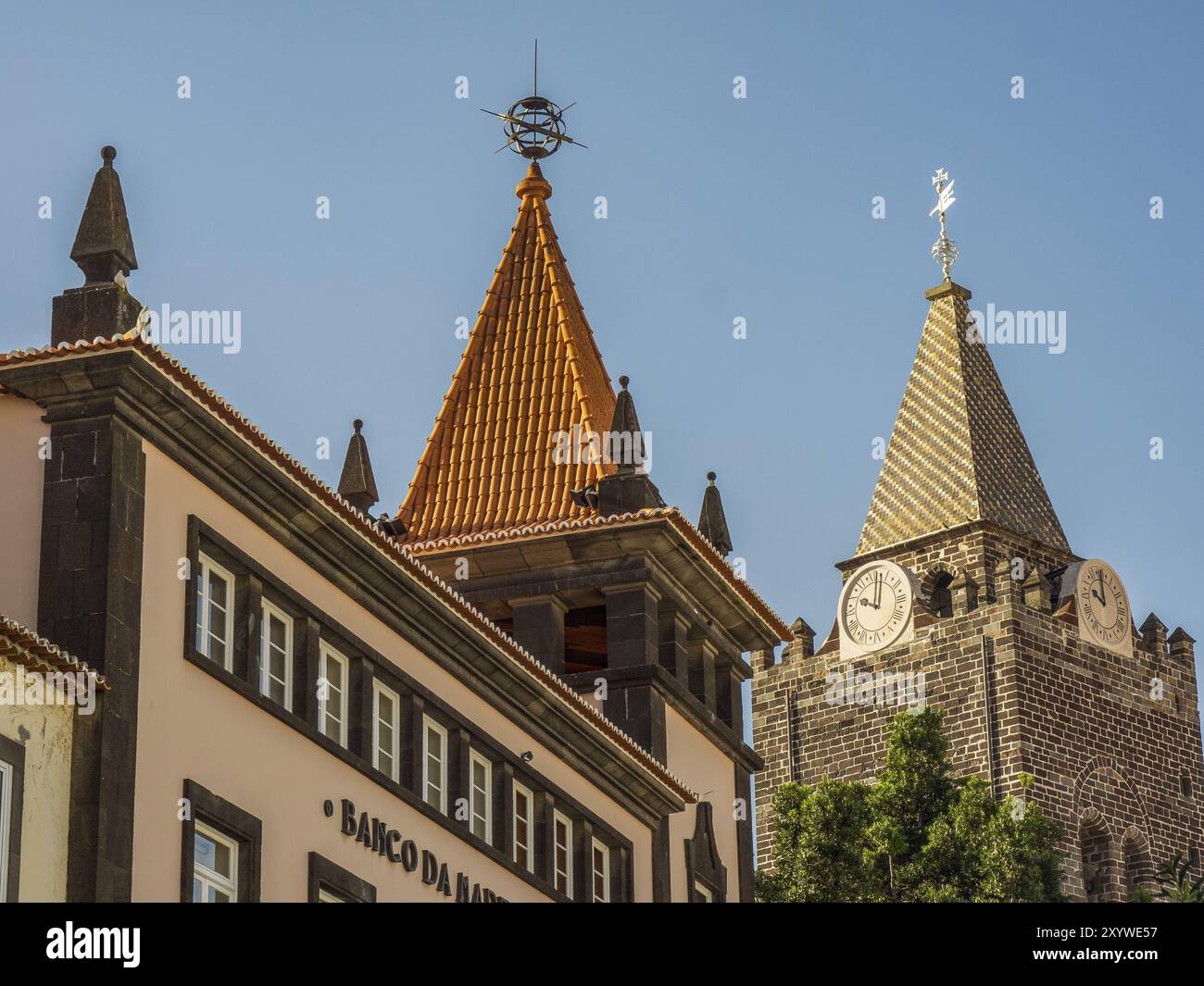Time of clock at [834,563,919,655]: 10:00
